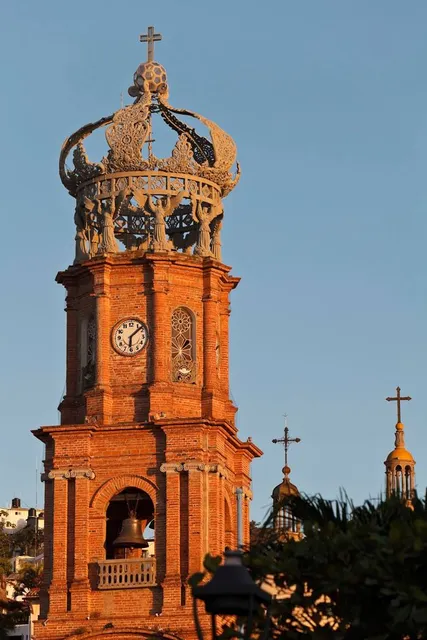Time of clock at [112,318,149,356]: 6:08
